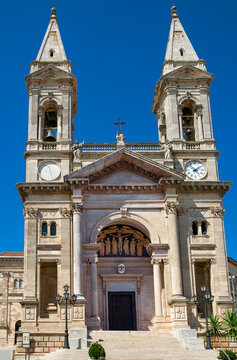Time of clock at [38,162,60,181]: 11:26
